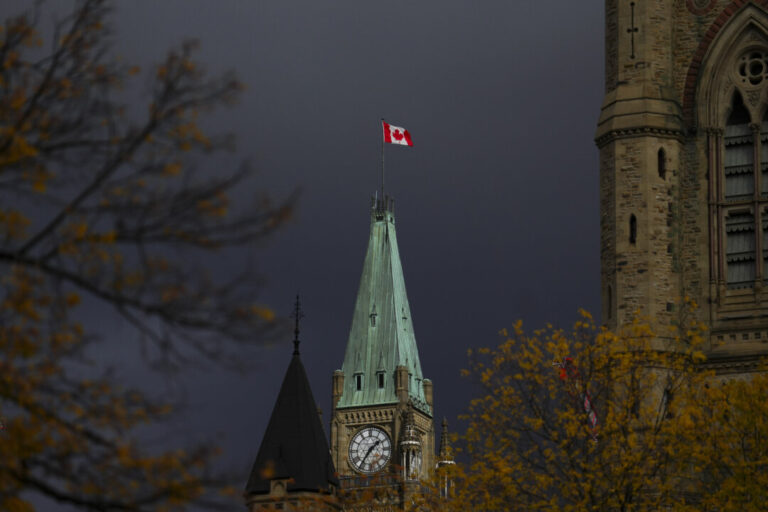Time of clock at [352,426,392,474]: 1:36
